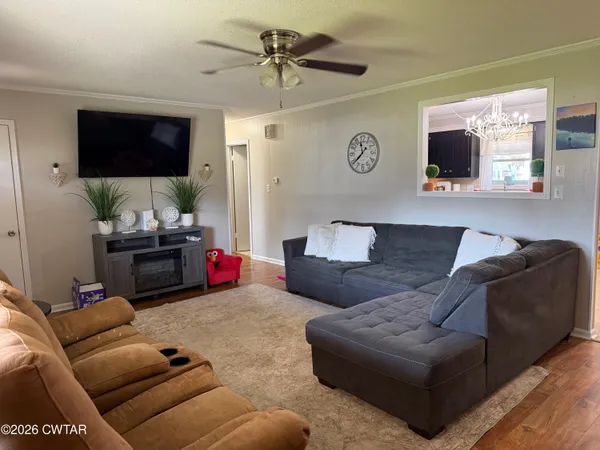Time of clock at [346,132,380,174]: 11:38
